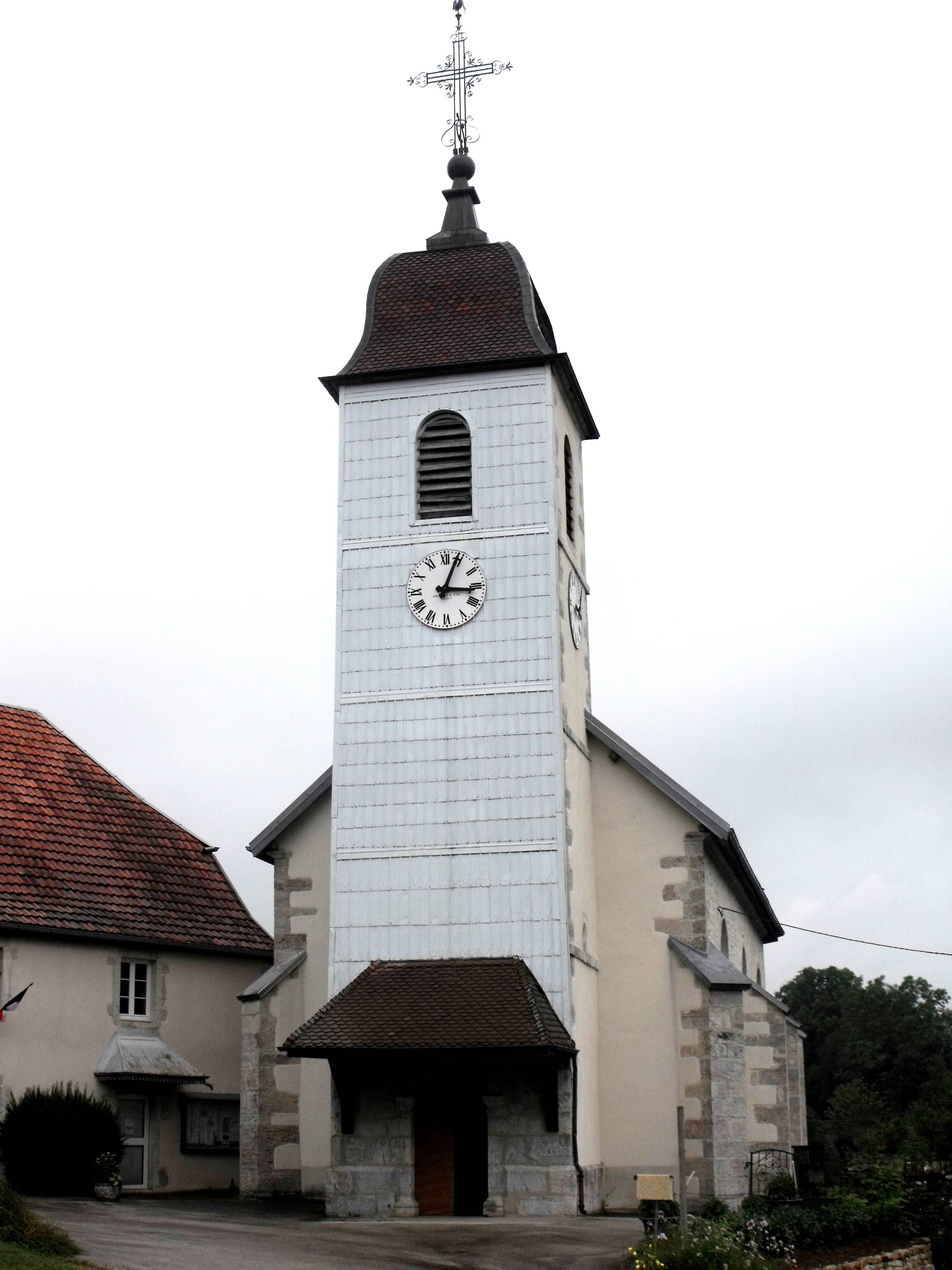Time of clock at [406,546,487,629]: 3:04
